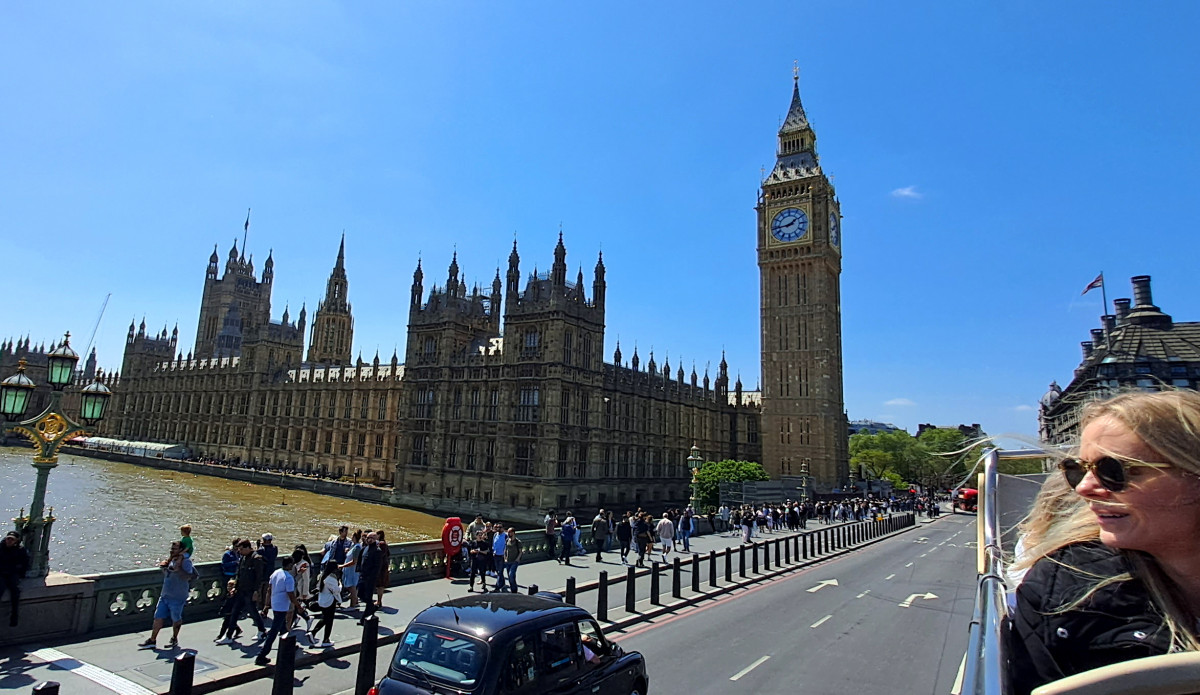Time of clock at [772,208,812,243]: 1:43
